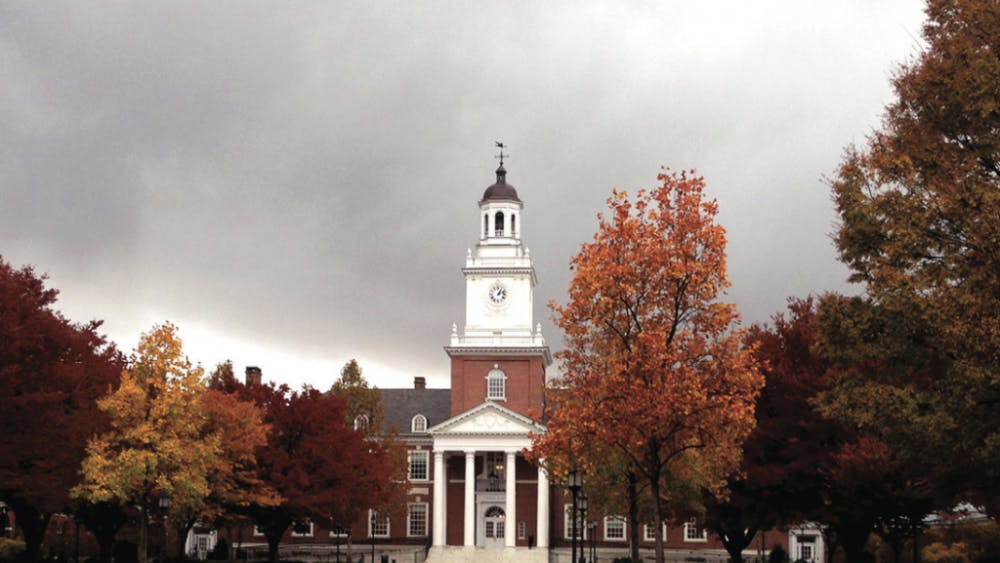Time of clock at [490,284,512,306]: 1:12
